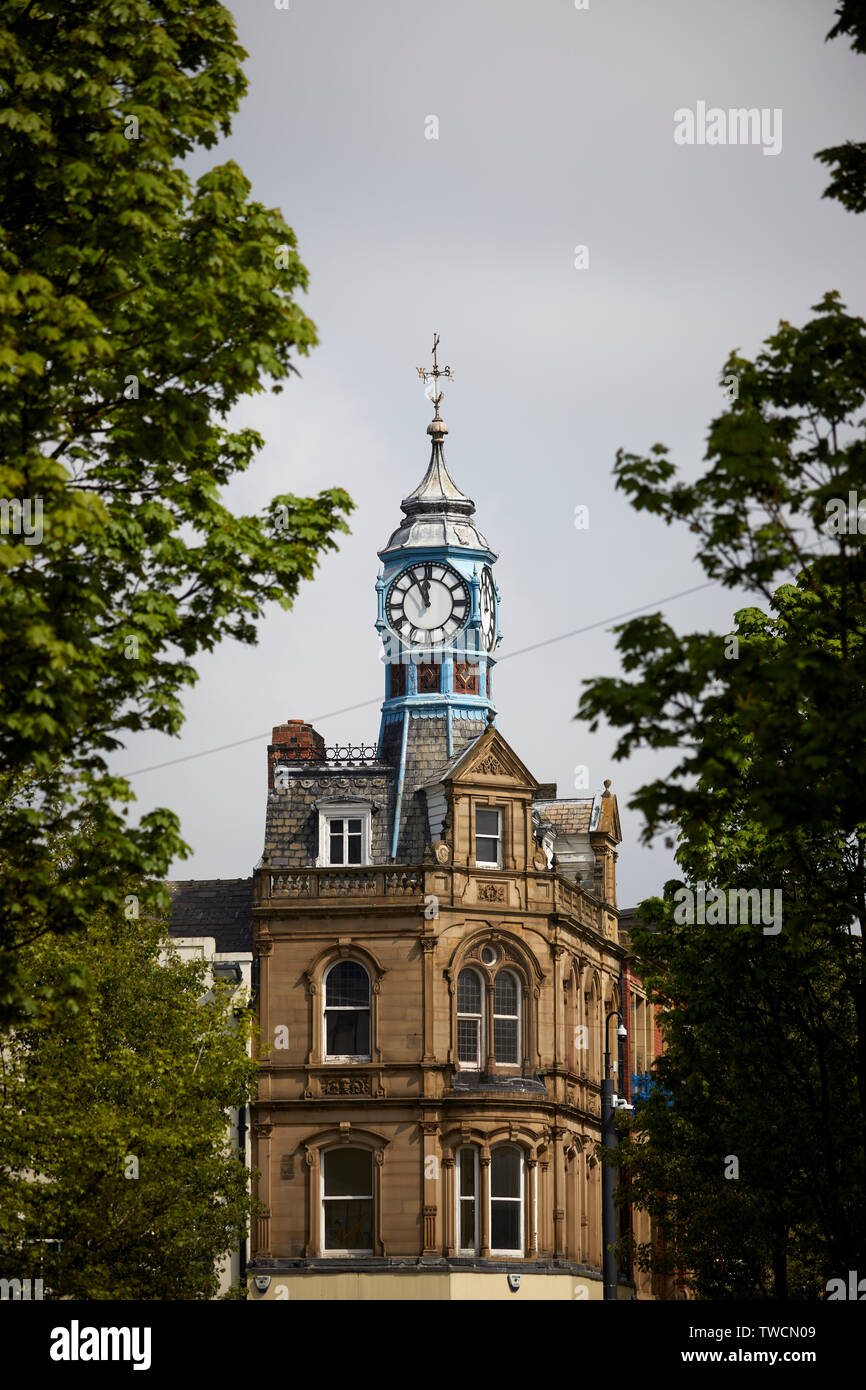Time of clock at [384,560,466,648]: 11:55
